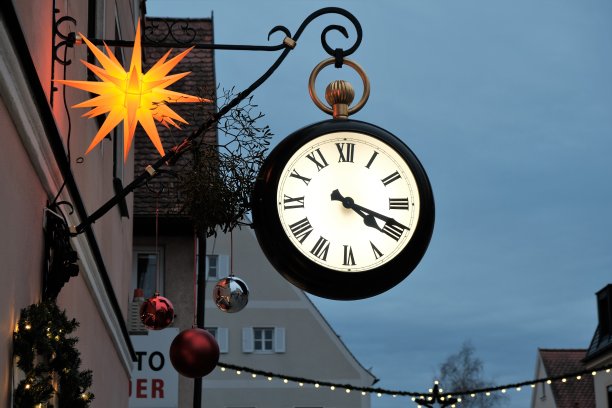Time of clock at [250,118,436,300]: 4:19
